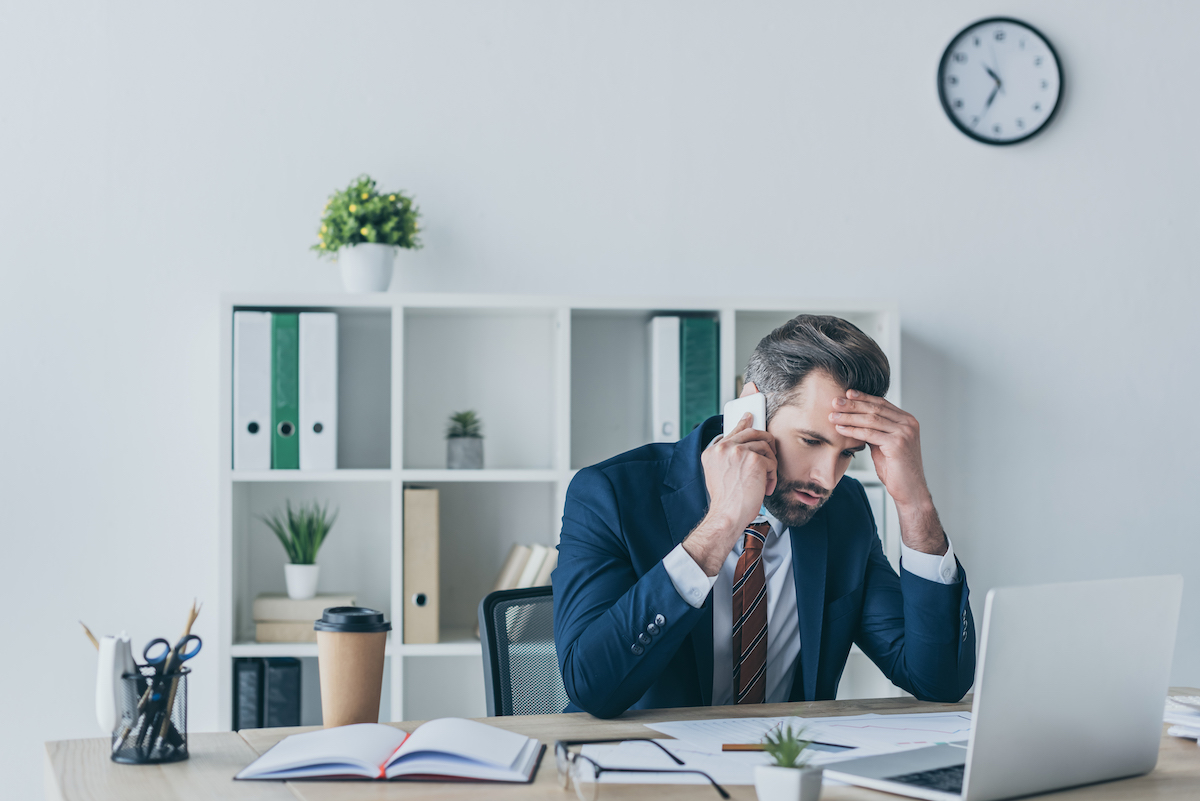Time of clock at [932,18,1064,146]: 10:34
